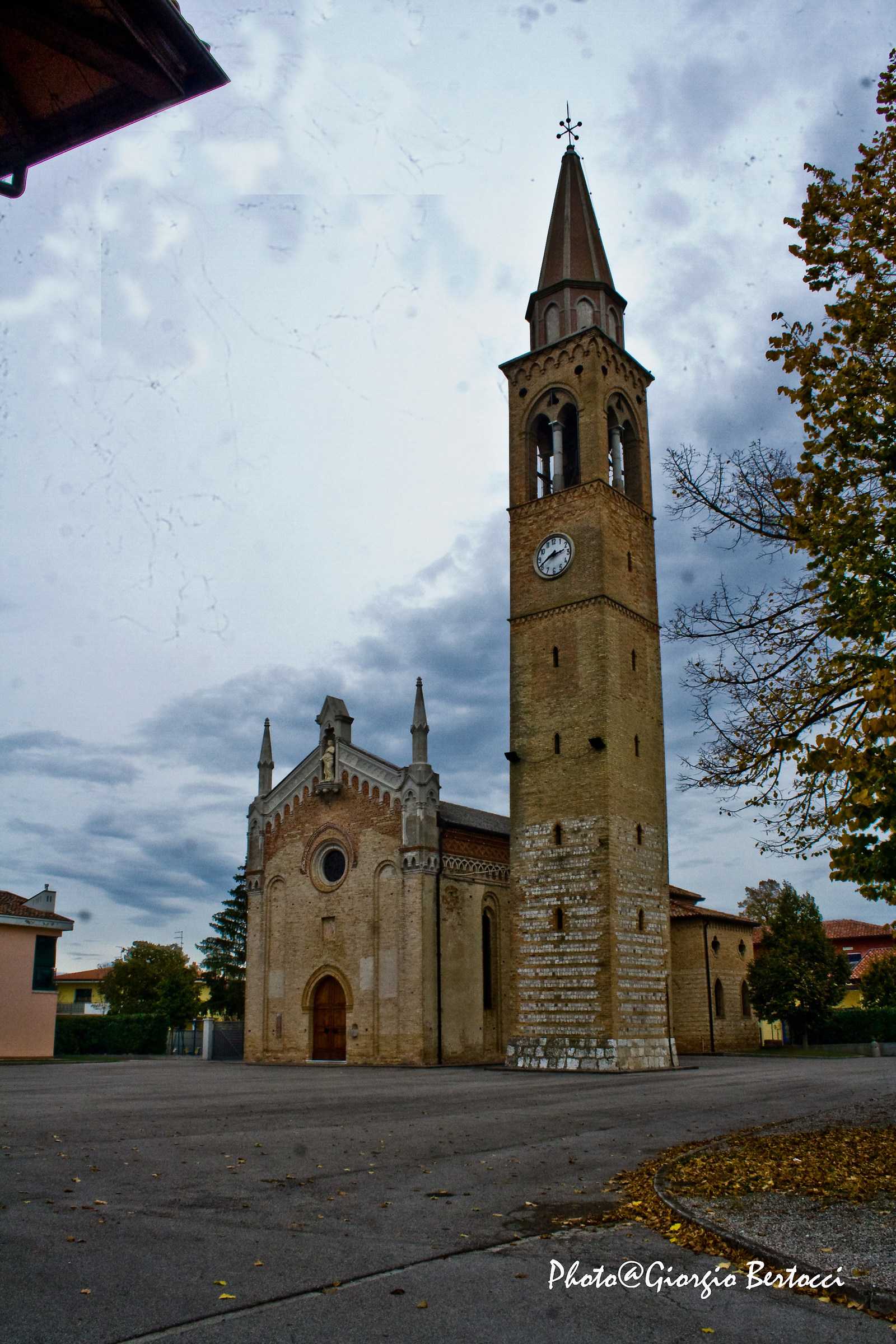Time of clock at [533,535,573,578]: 2:40
